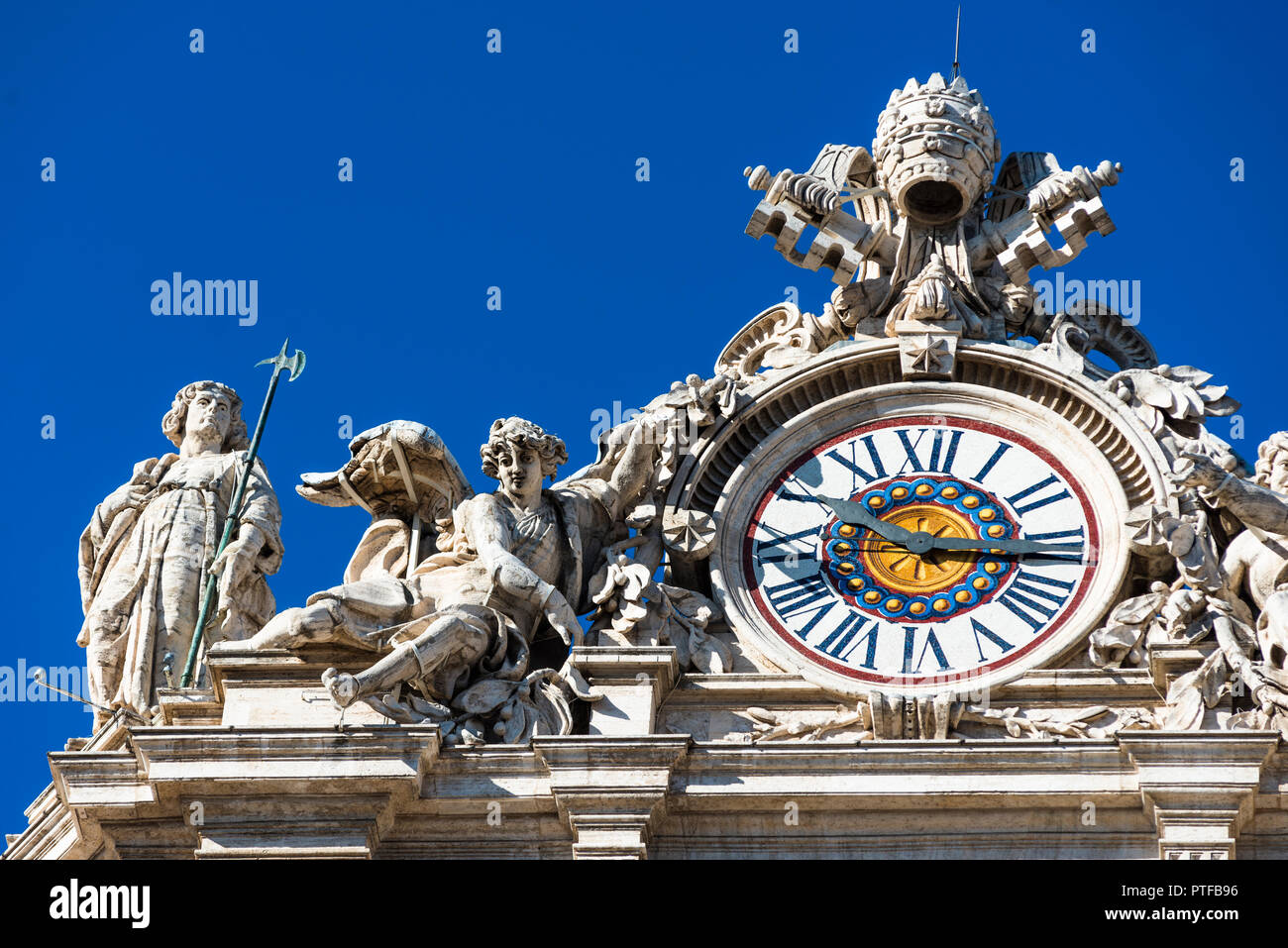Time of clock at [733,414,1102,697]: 10:15
